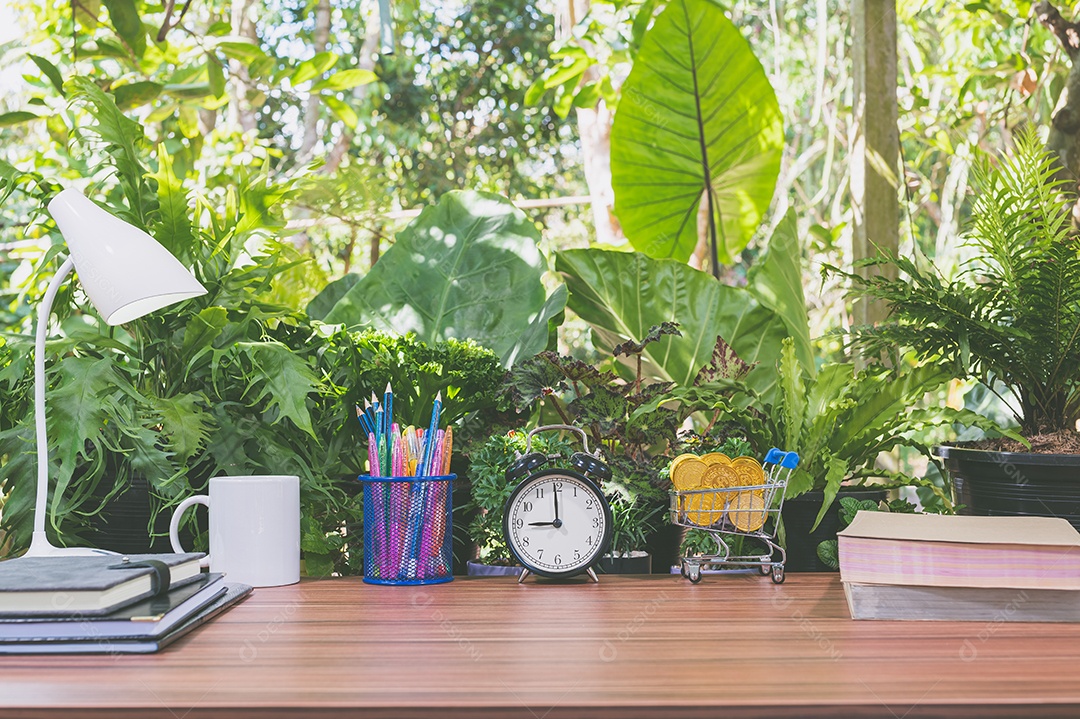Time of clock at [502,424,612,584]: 8:59
